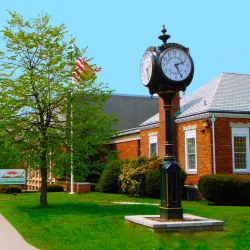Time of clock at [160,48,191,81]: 2:25
